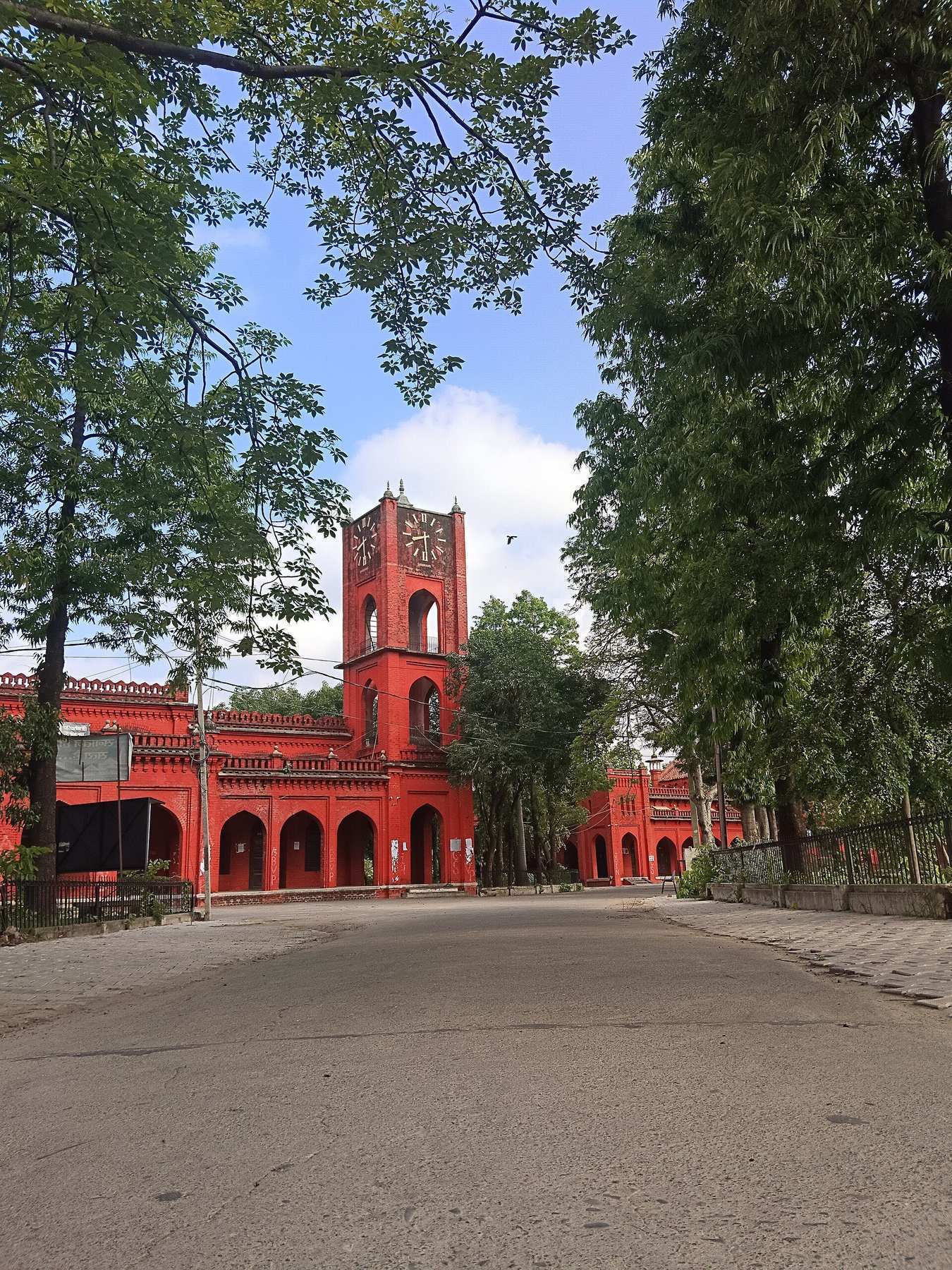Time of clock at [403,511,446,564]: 8:29
